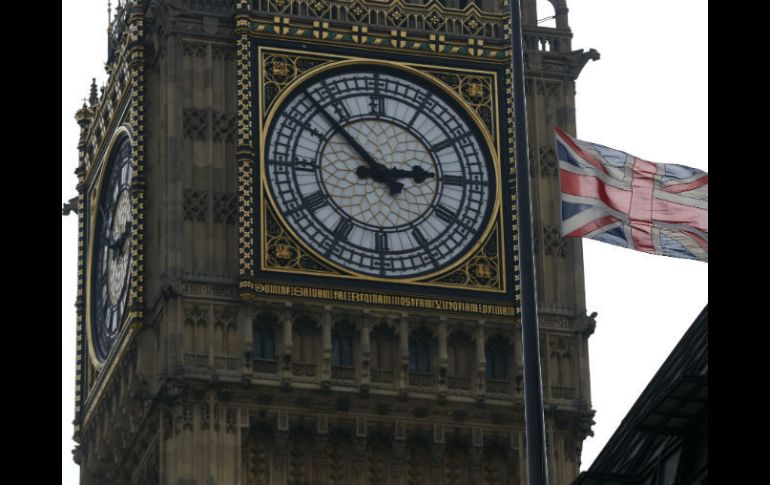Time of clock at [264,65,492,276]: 2:52
